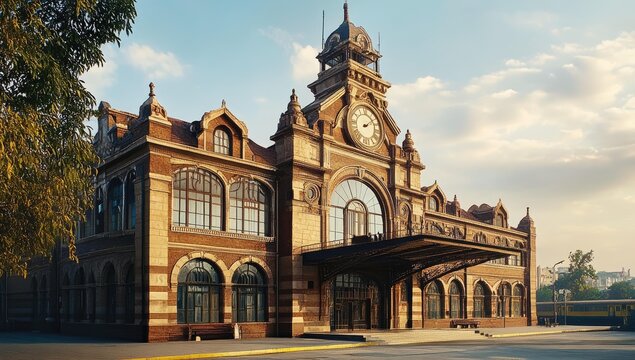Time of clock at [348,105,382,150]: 2:09
